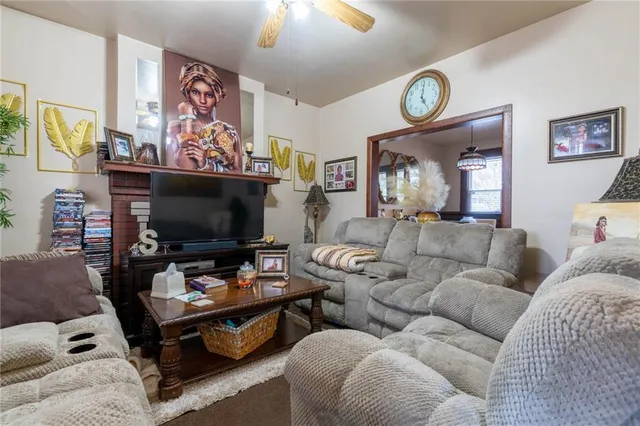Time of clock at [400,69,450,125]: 5:00
